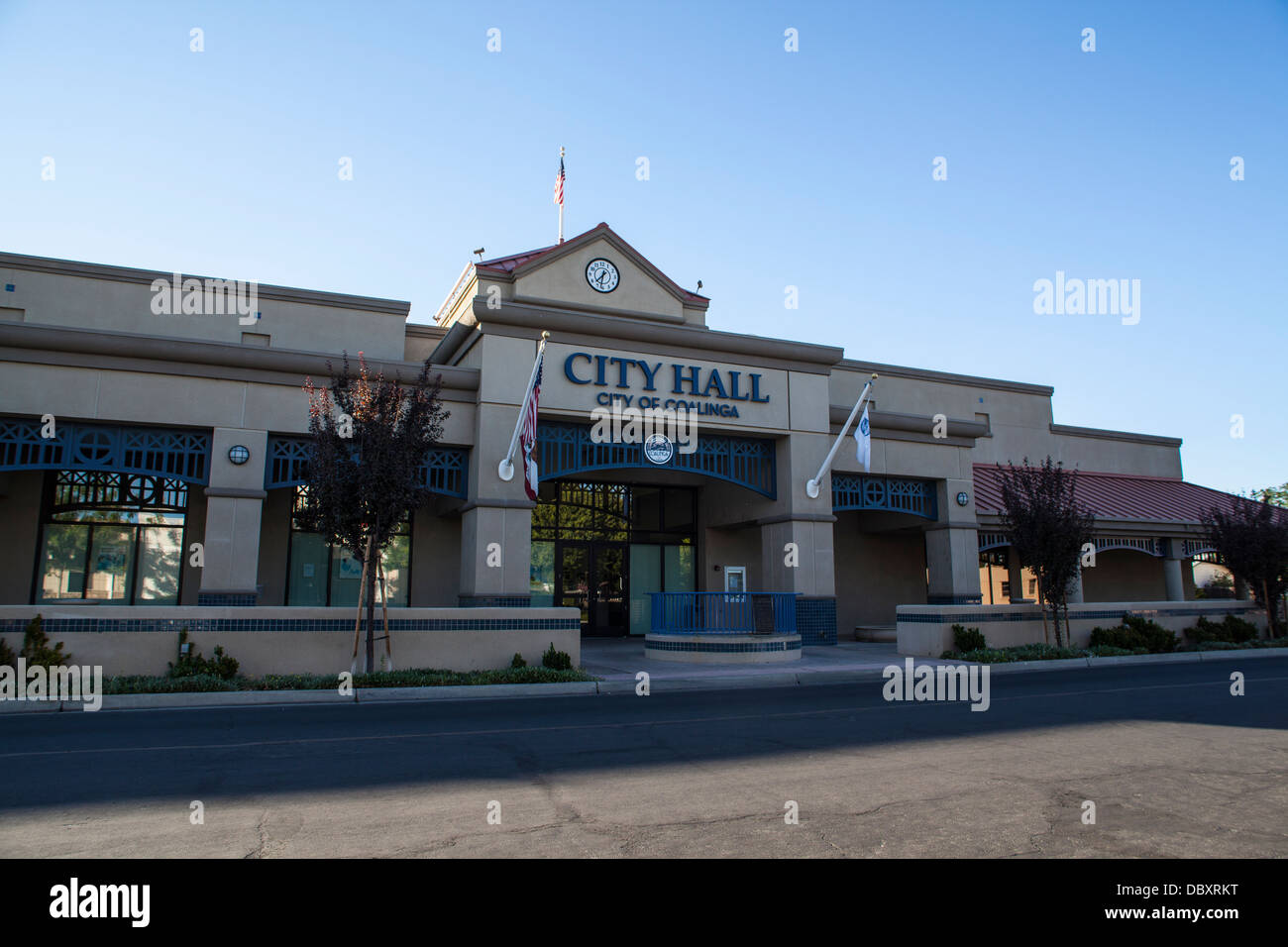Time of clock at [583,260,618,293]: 7:32
